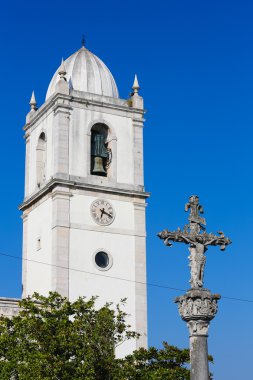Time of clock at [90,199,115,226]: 6:18
